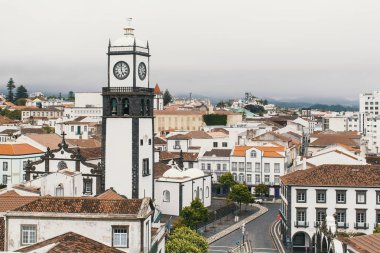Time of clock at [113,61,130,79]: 4:59
